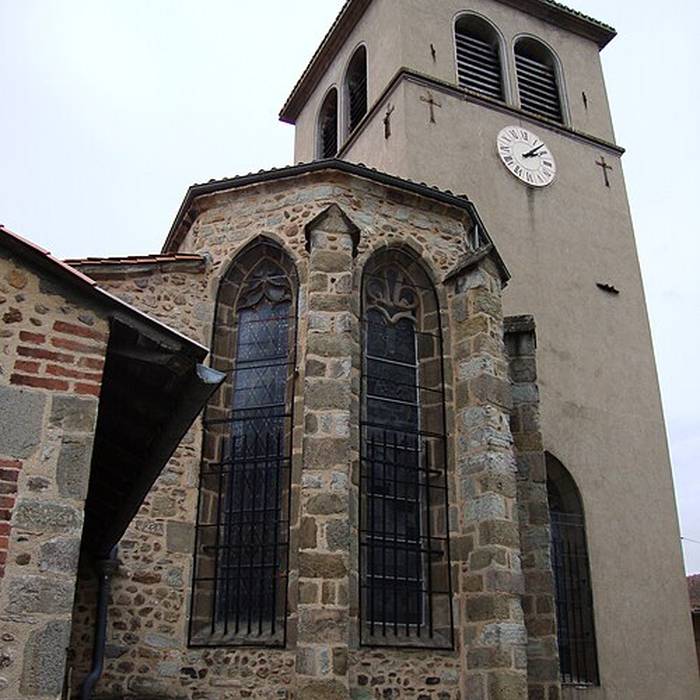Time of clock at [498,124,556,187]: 2:07
